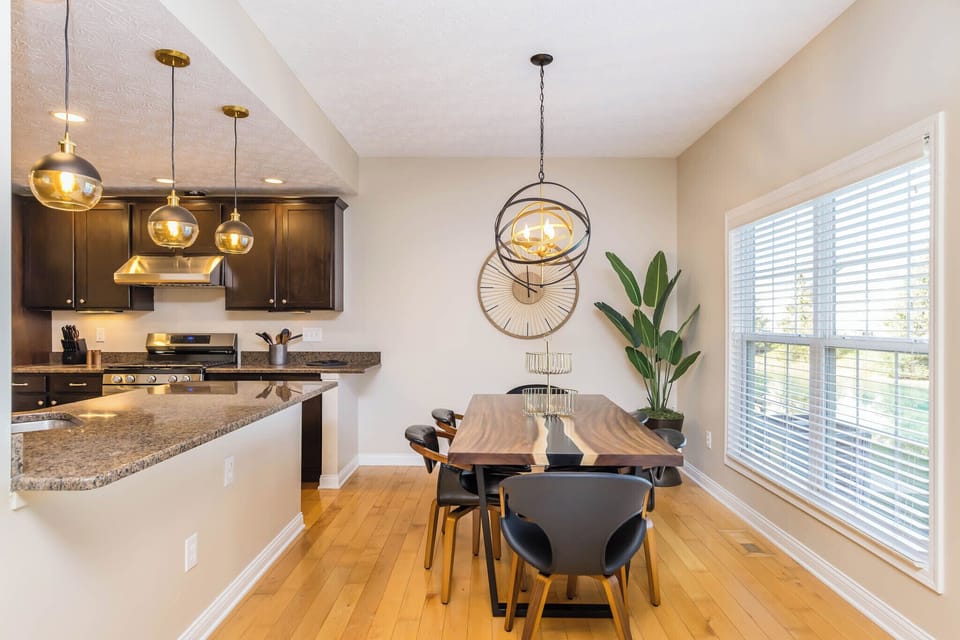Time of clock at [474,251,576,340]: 10:12
